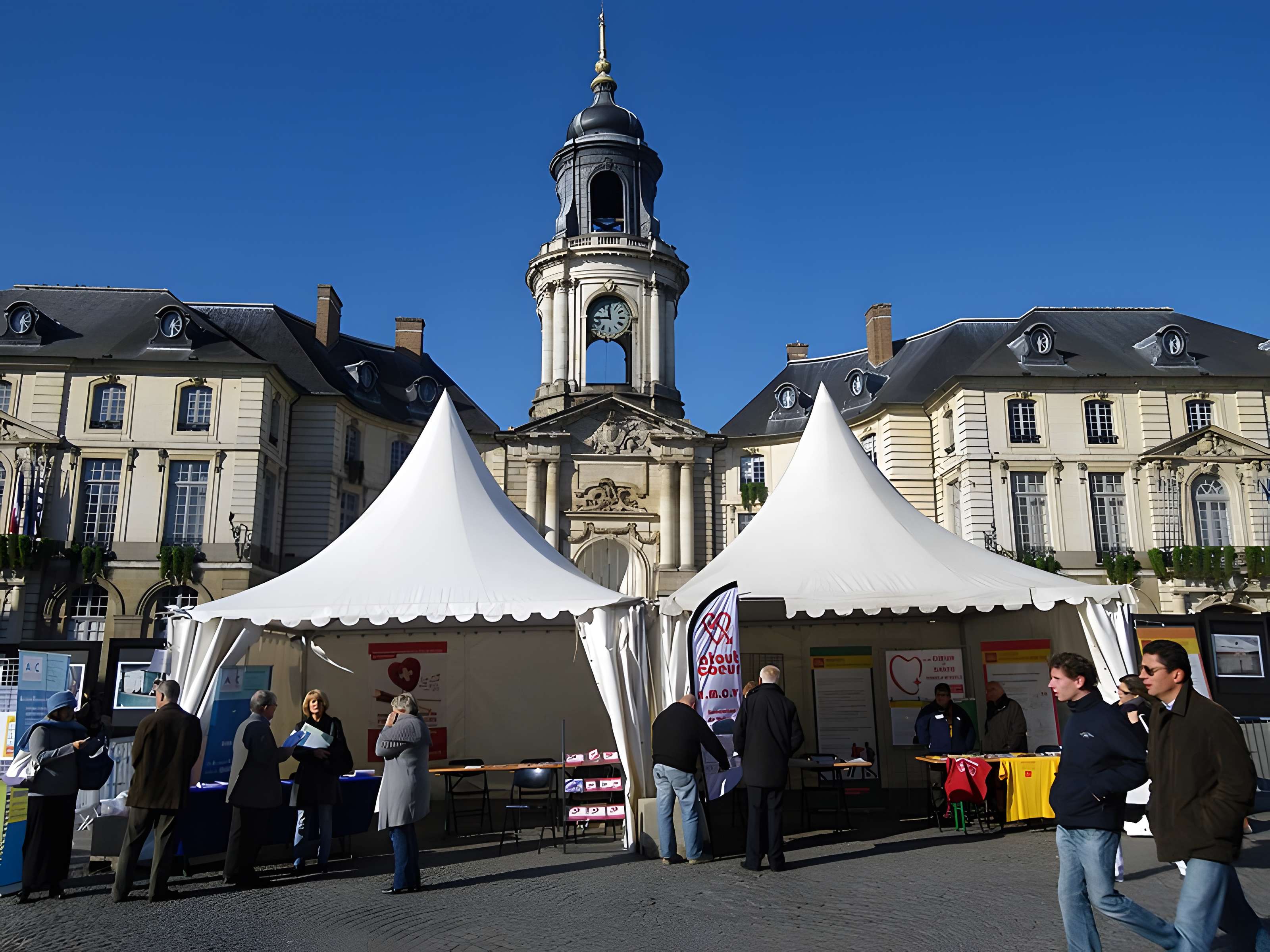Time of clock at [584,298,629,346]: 11:44
